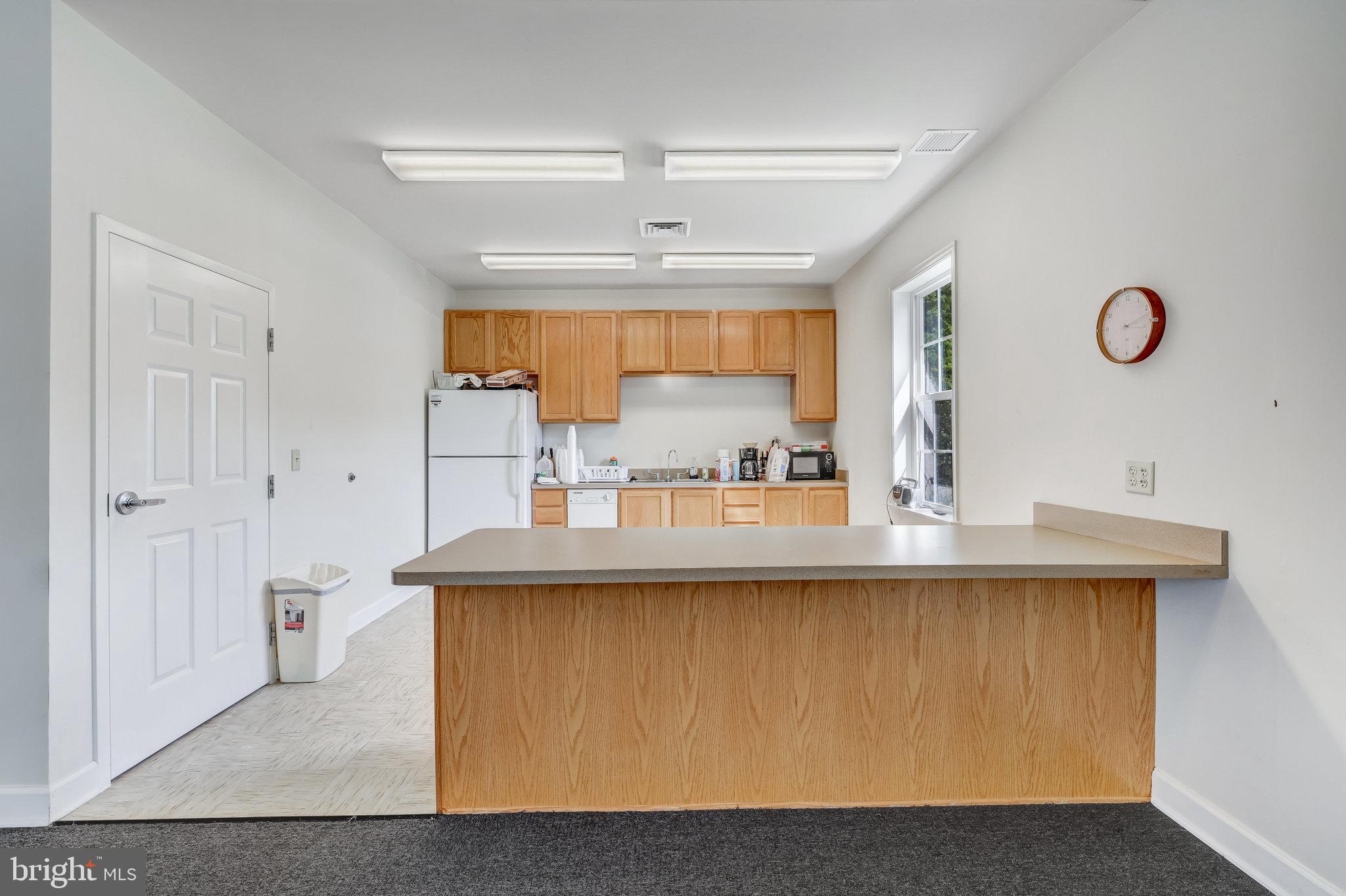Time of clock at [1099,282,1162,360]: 3:12
